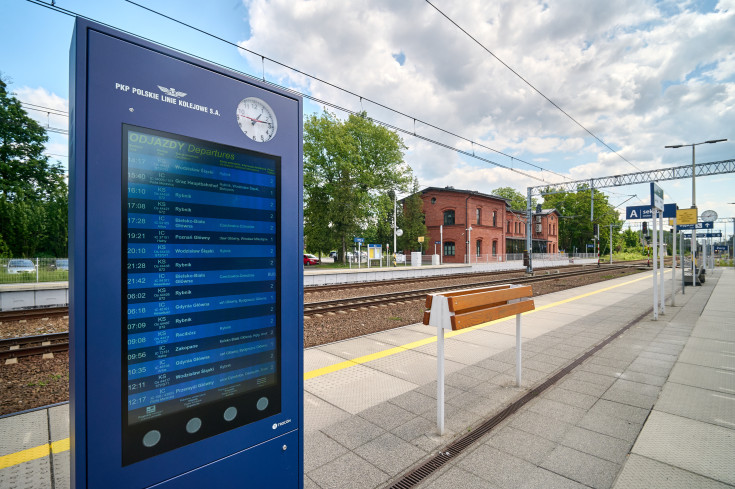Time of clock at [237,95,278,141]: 1:13
